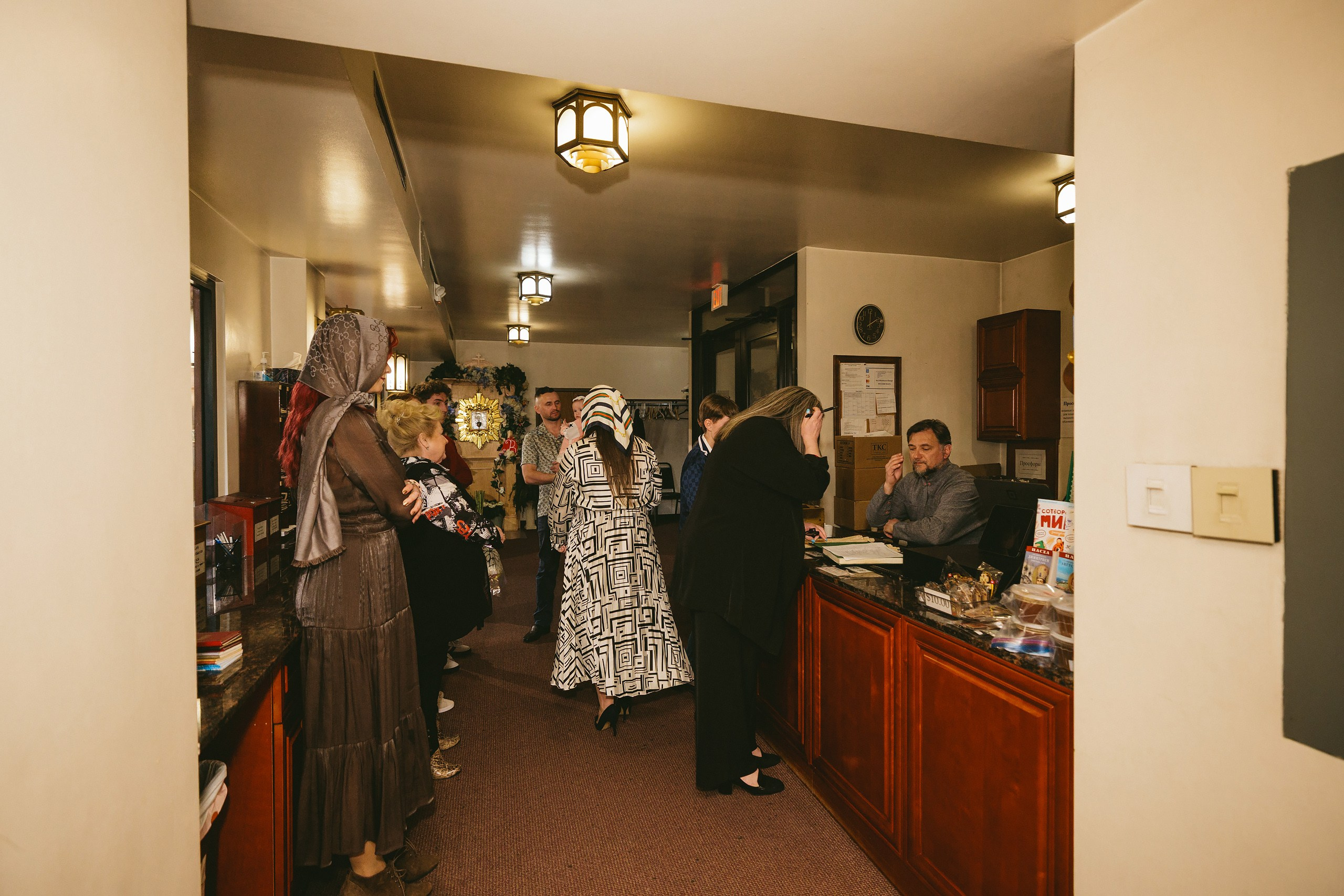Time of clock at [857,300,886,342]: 2:00
